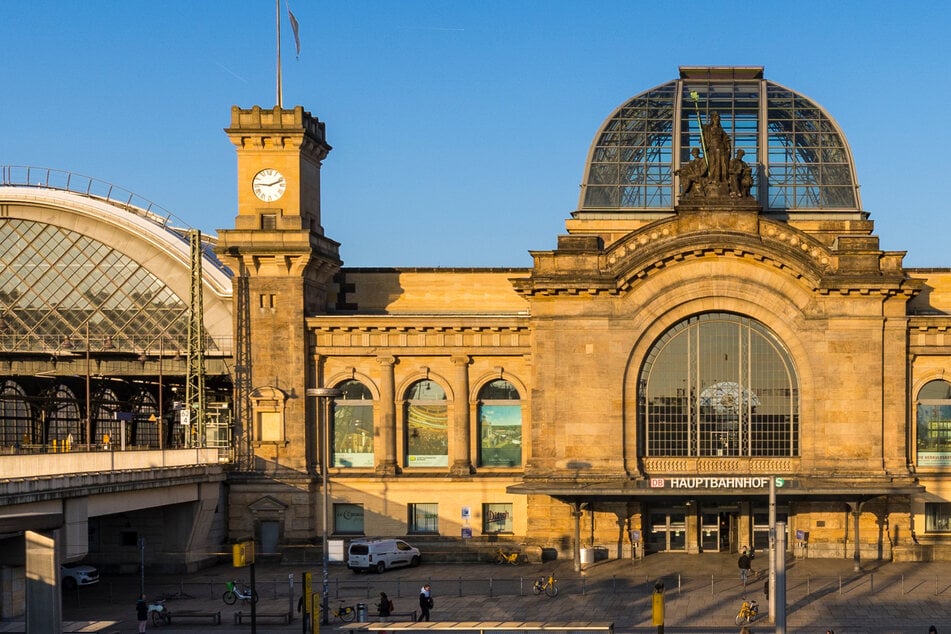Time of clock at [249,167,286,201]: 9:11
